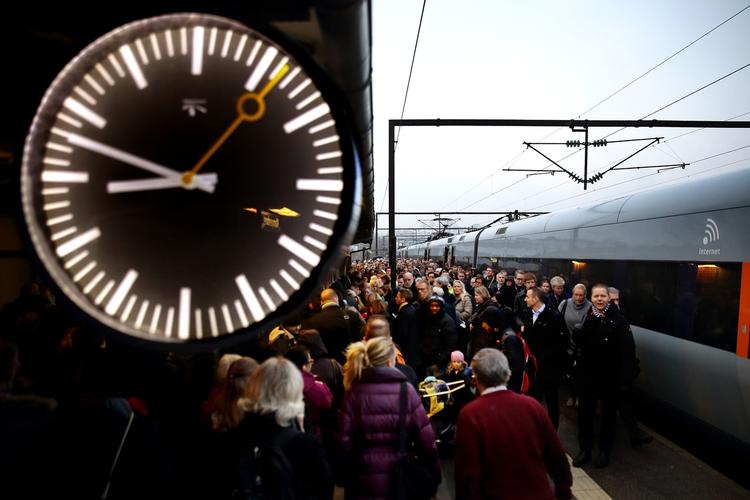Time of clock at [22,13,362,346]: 8:48
